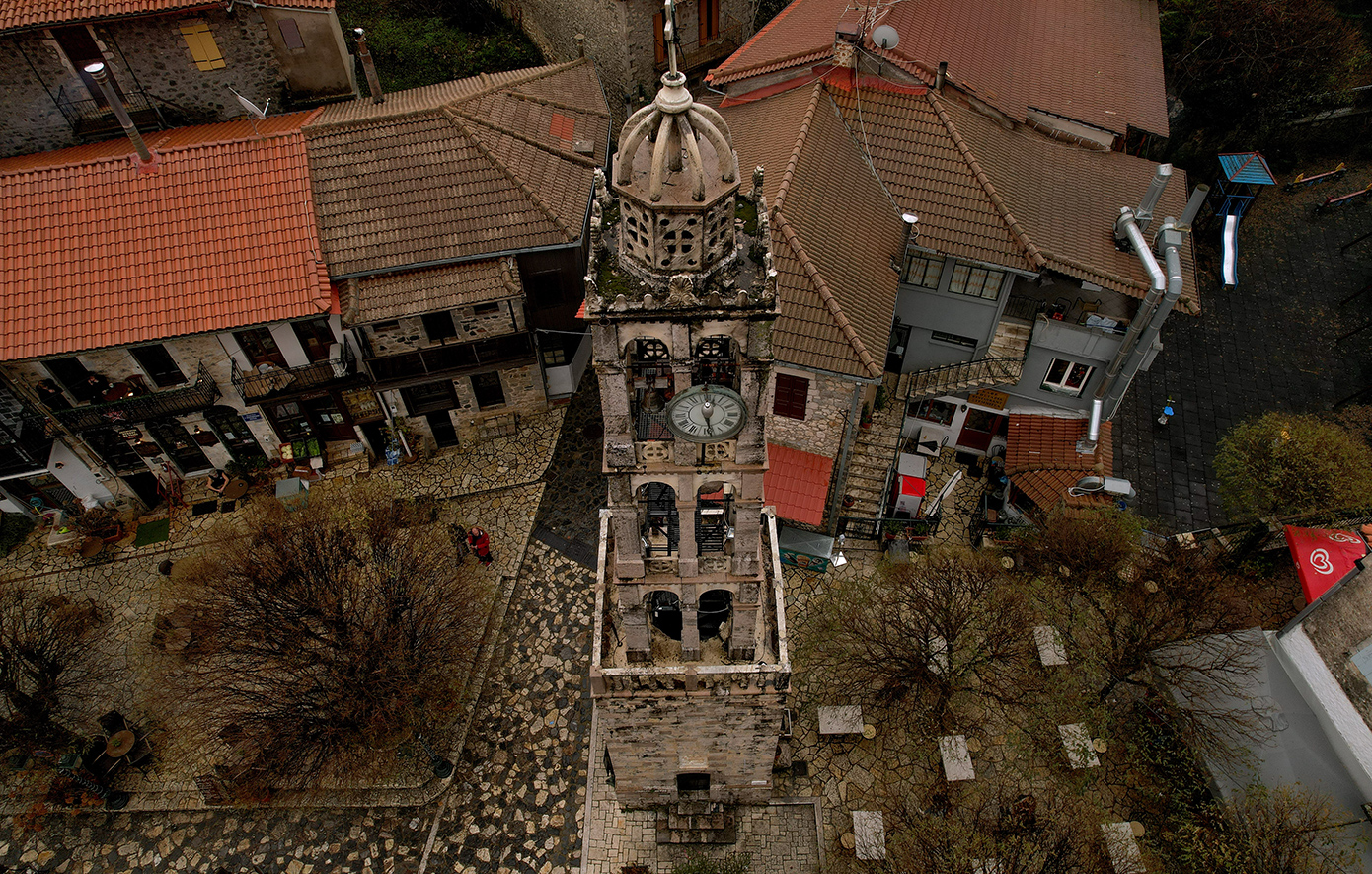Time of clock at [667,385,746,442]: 12:28
